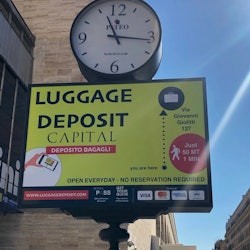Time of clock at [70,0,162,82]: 11:16
